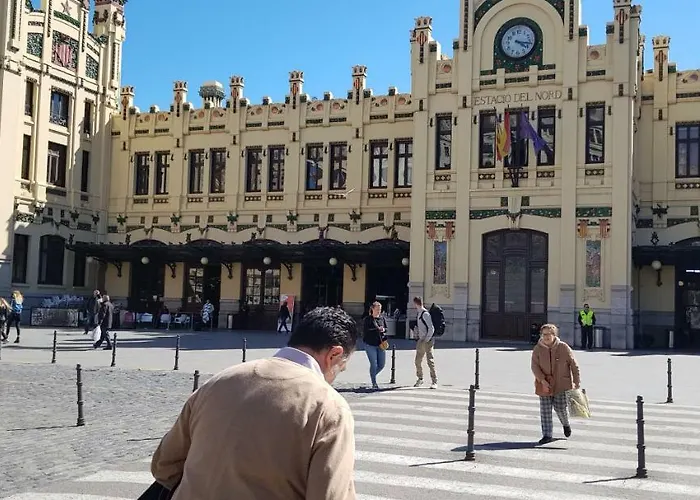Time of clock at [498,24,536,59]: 4:16
